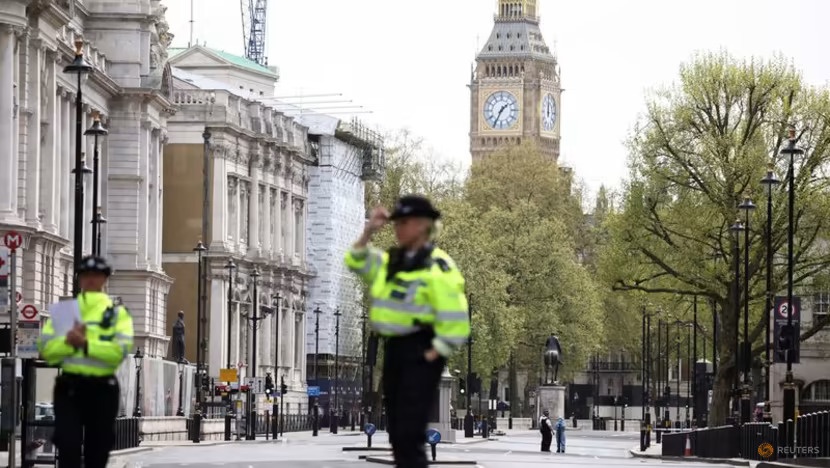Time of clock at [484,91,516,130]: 1:34
